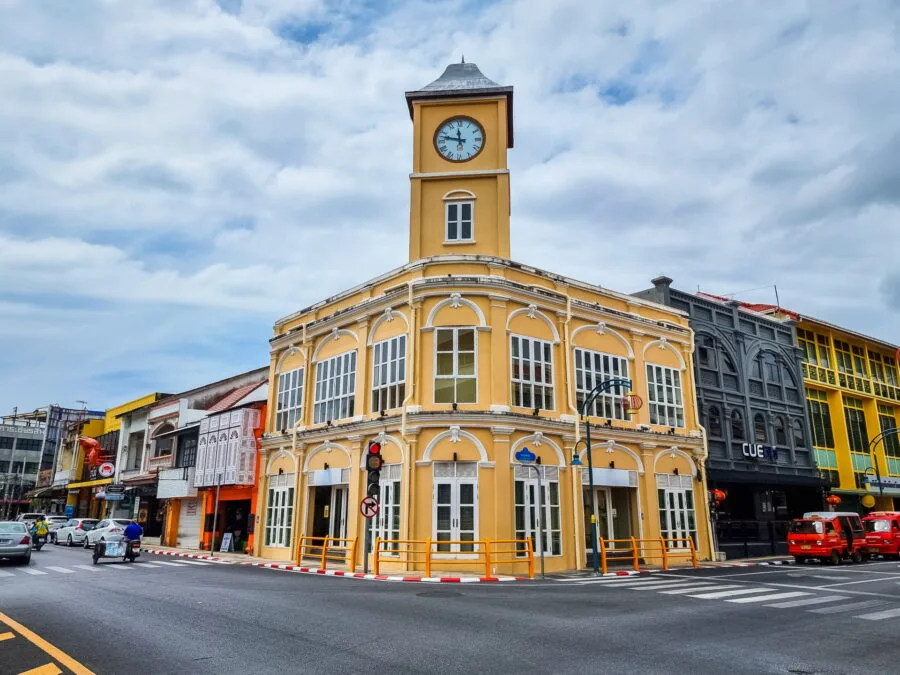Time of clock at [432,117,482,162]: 11:47
